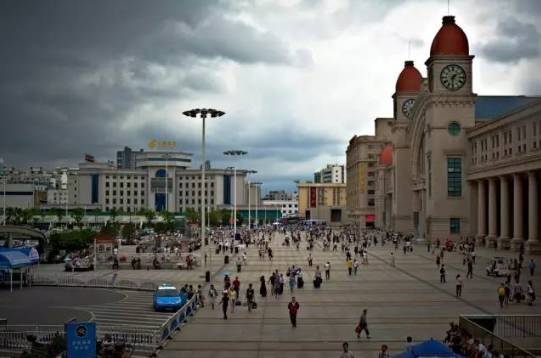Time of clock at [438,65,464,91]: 1:31
